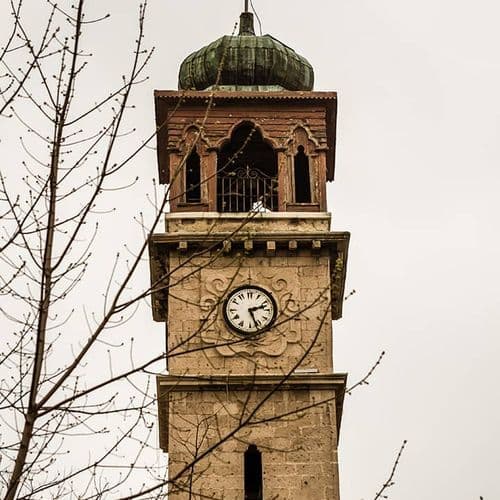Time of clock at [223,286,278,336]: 2:26
